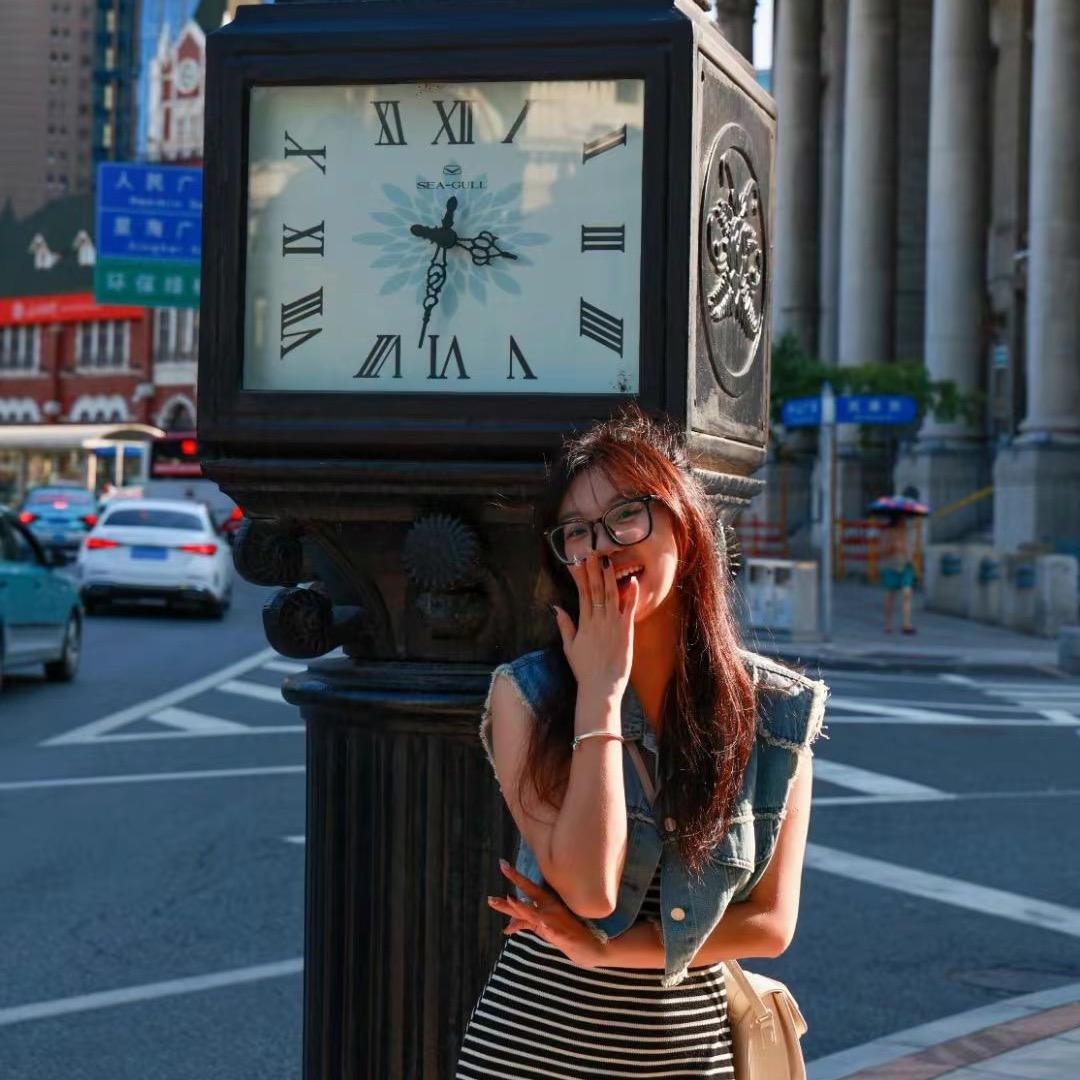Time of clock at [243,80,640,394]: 3:32
